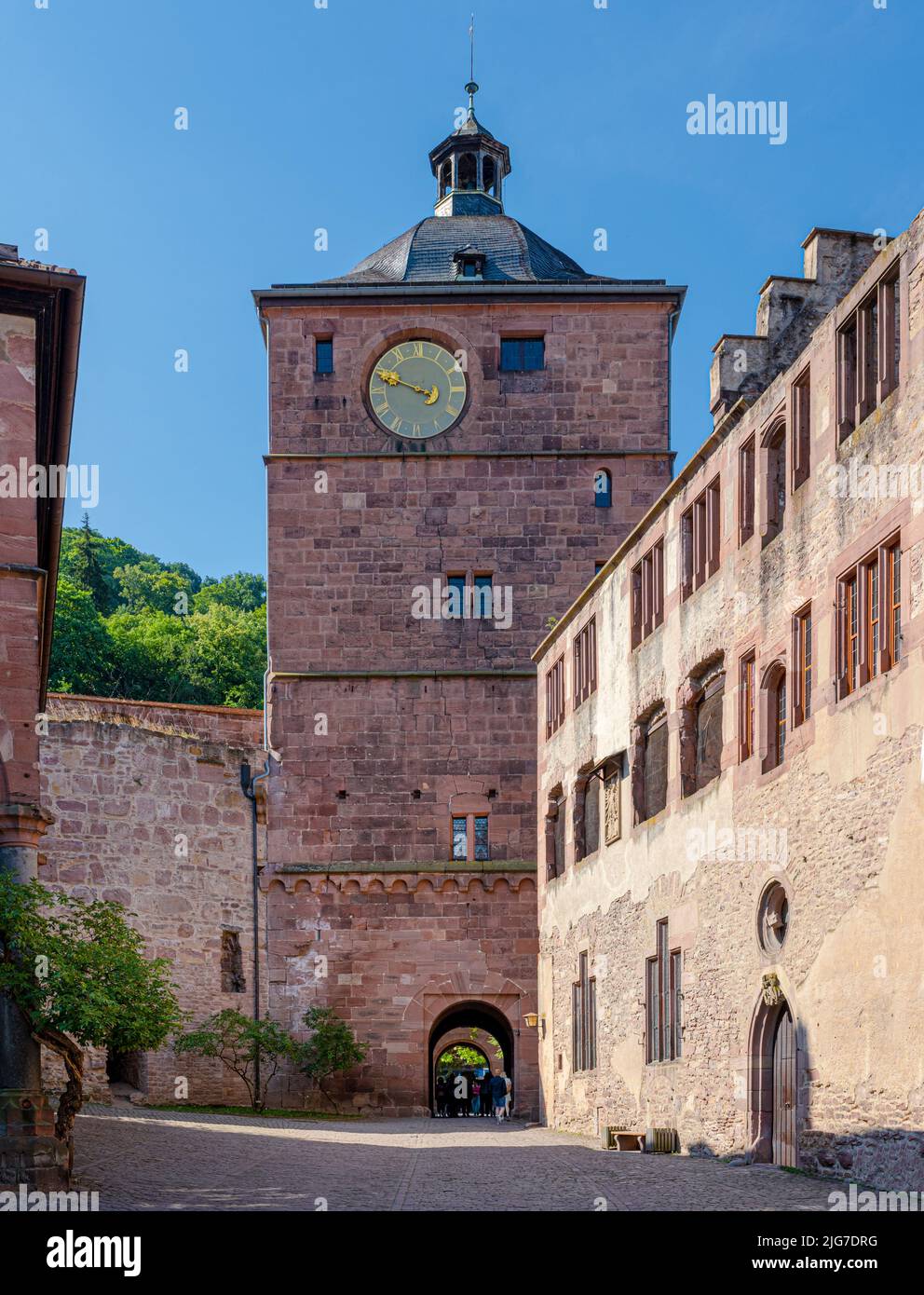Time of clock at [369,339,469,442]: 9:48
